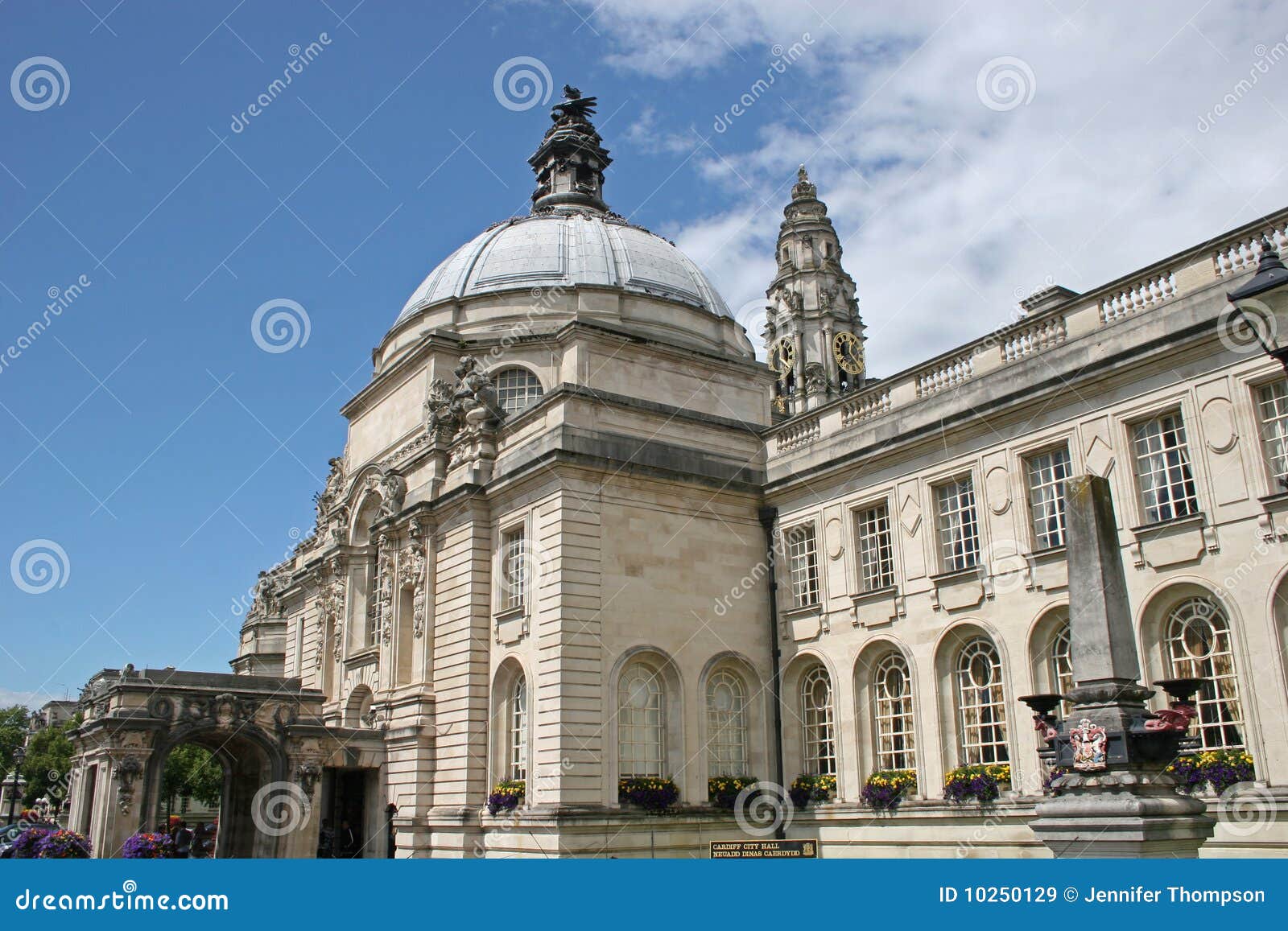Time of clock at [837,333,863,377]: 12:23
